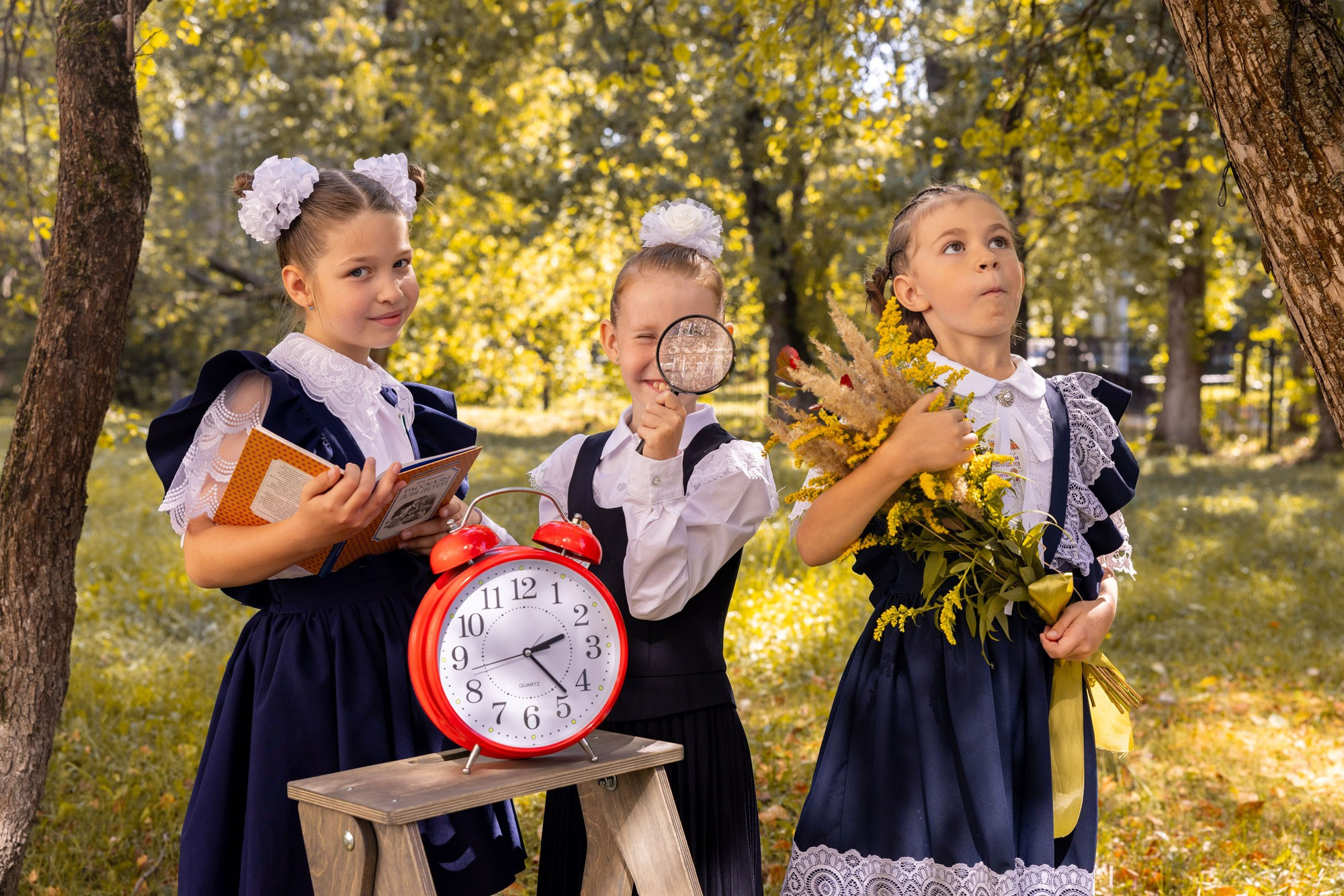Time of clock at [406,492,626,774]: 2:23
